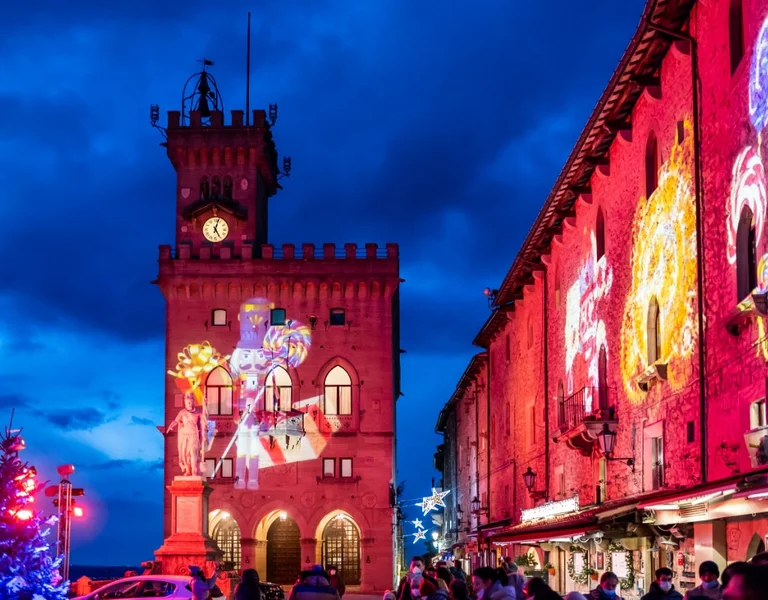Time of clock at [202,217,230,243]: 5:02
